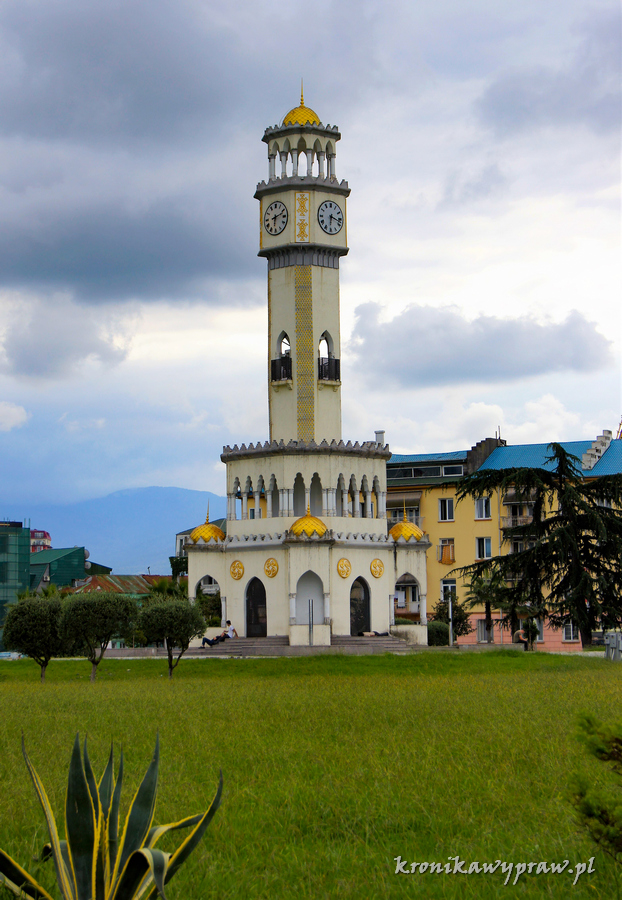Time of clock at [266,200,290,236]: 6:11
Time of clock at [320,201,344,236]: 6:17
